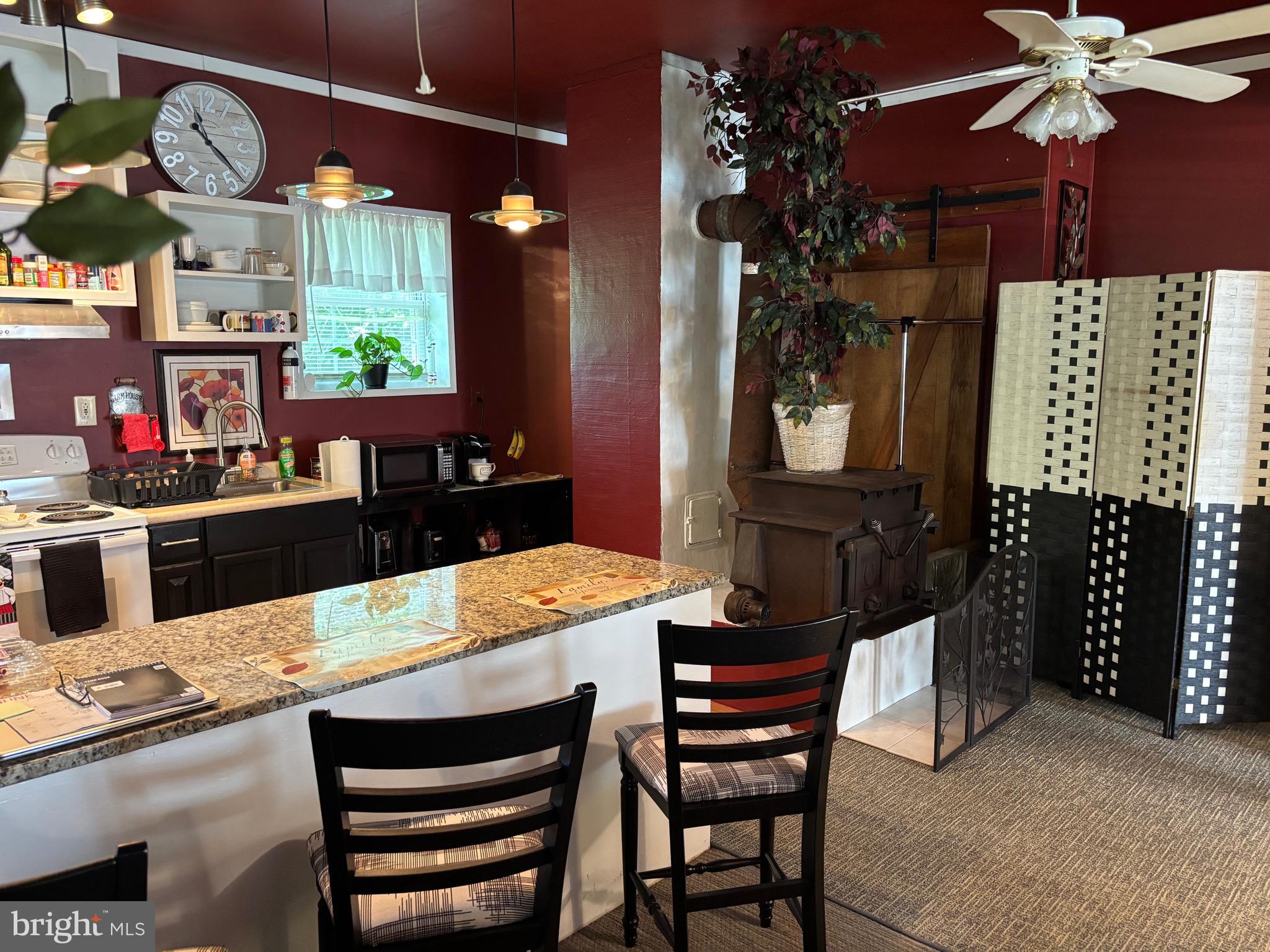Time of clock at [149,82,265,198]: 11:22
